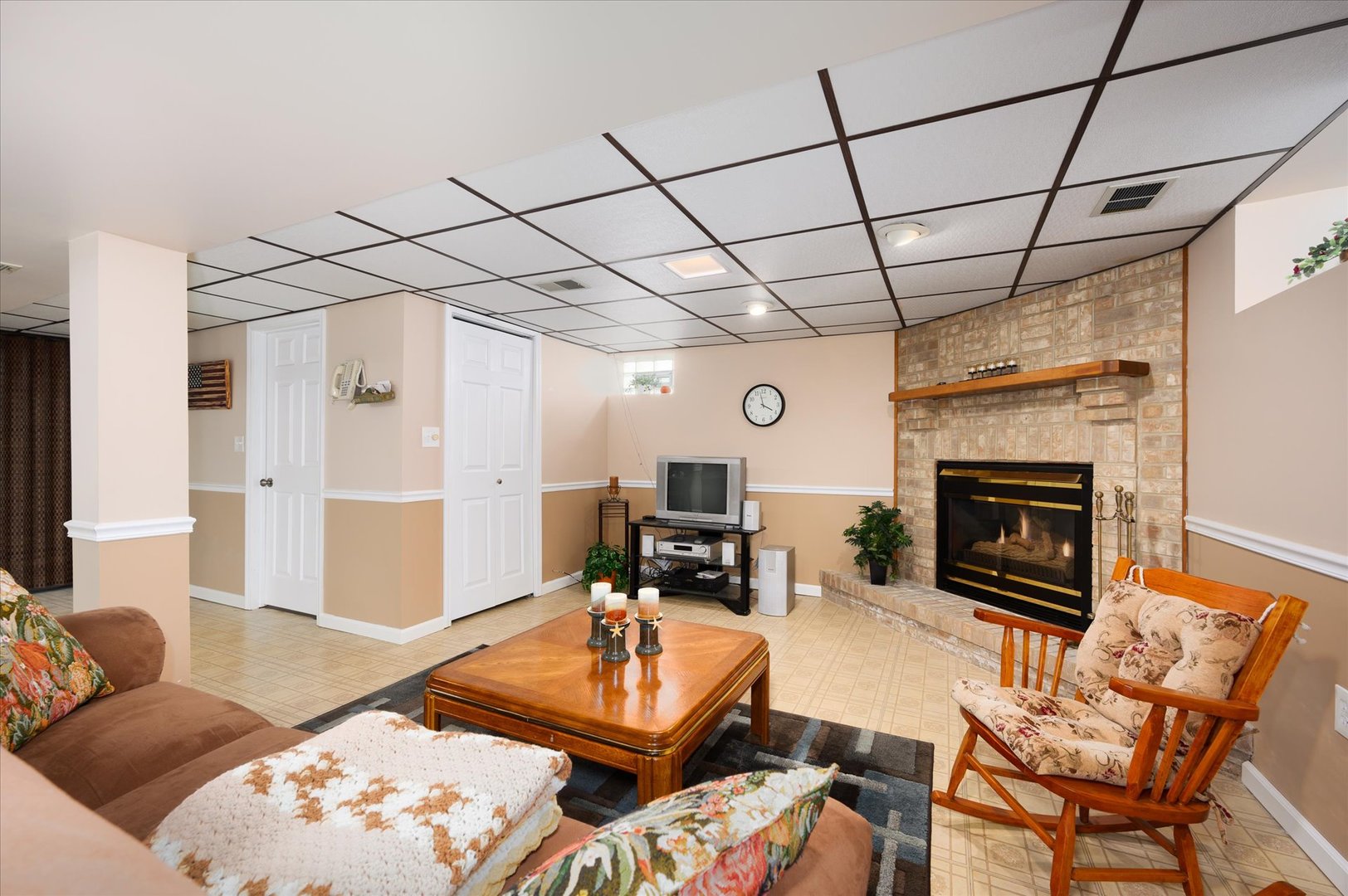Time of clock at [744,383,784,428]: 3:57
